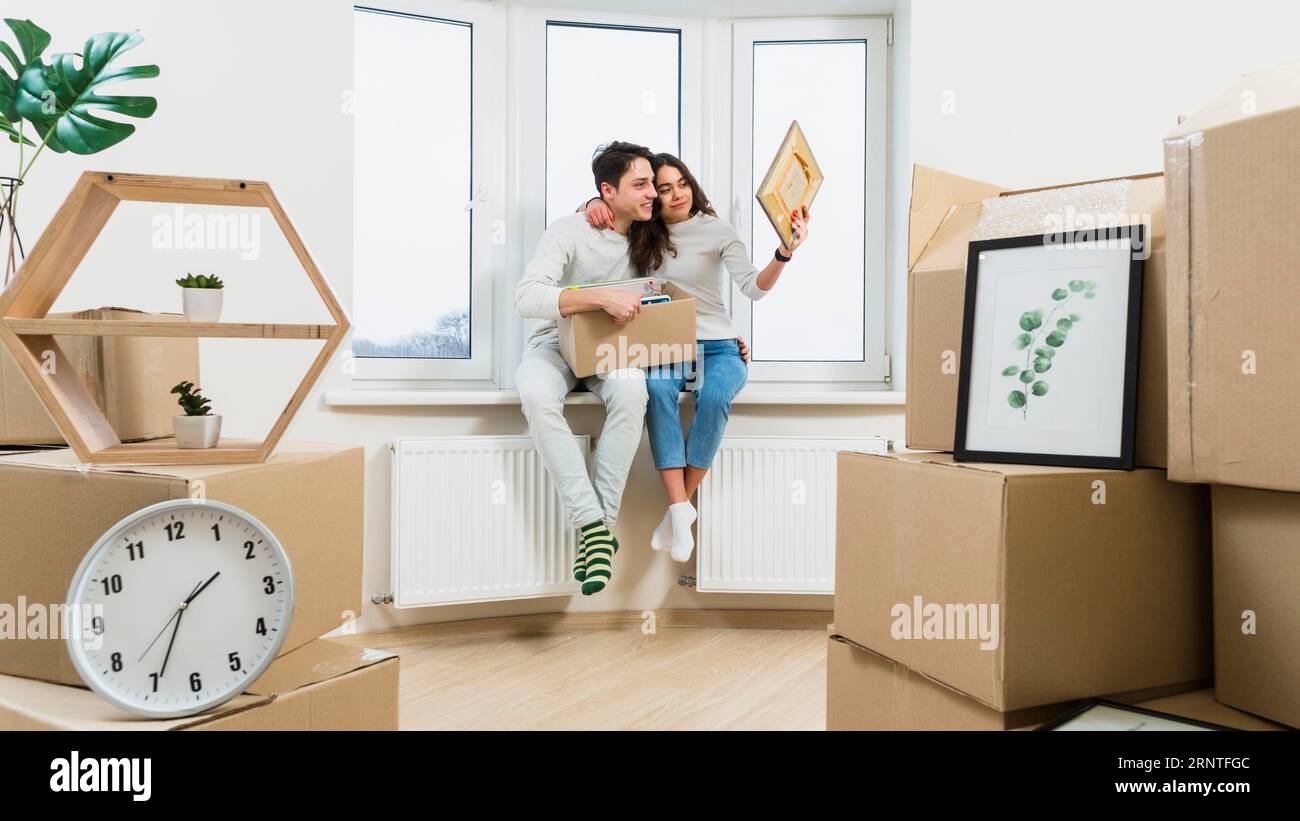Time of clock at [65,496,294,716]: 1:34
